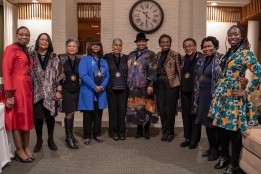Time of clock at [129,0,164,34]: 10:29
